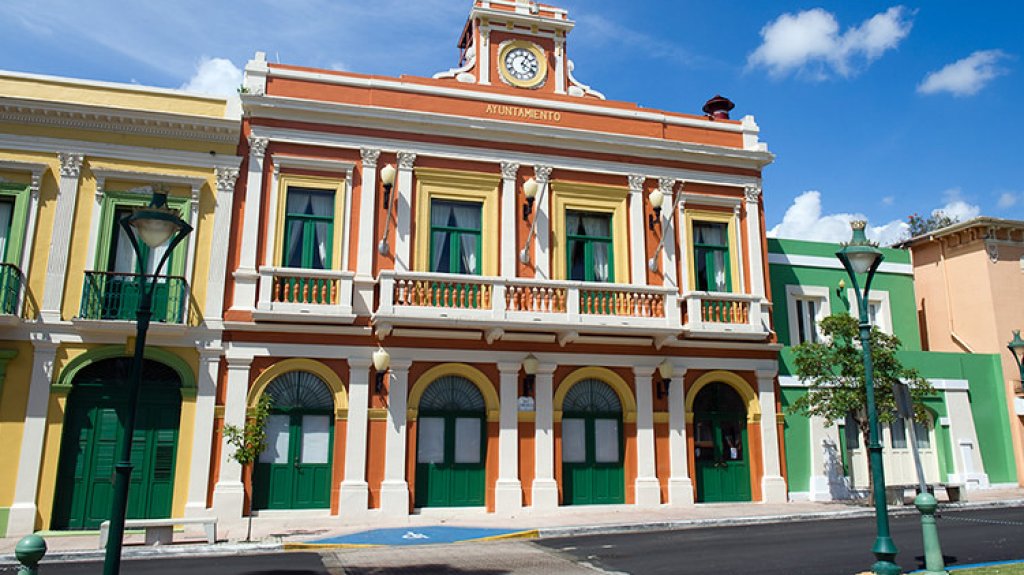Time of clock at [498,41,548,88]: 4:04
